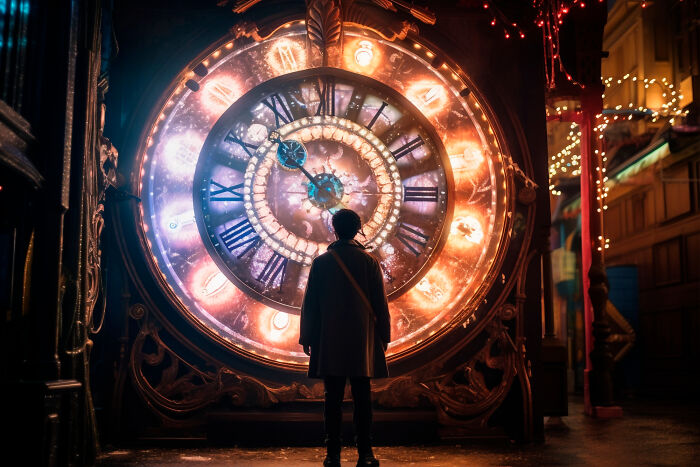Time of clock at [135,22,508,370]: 4:52
